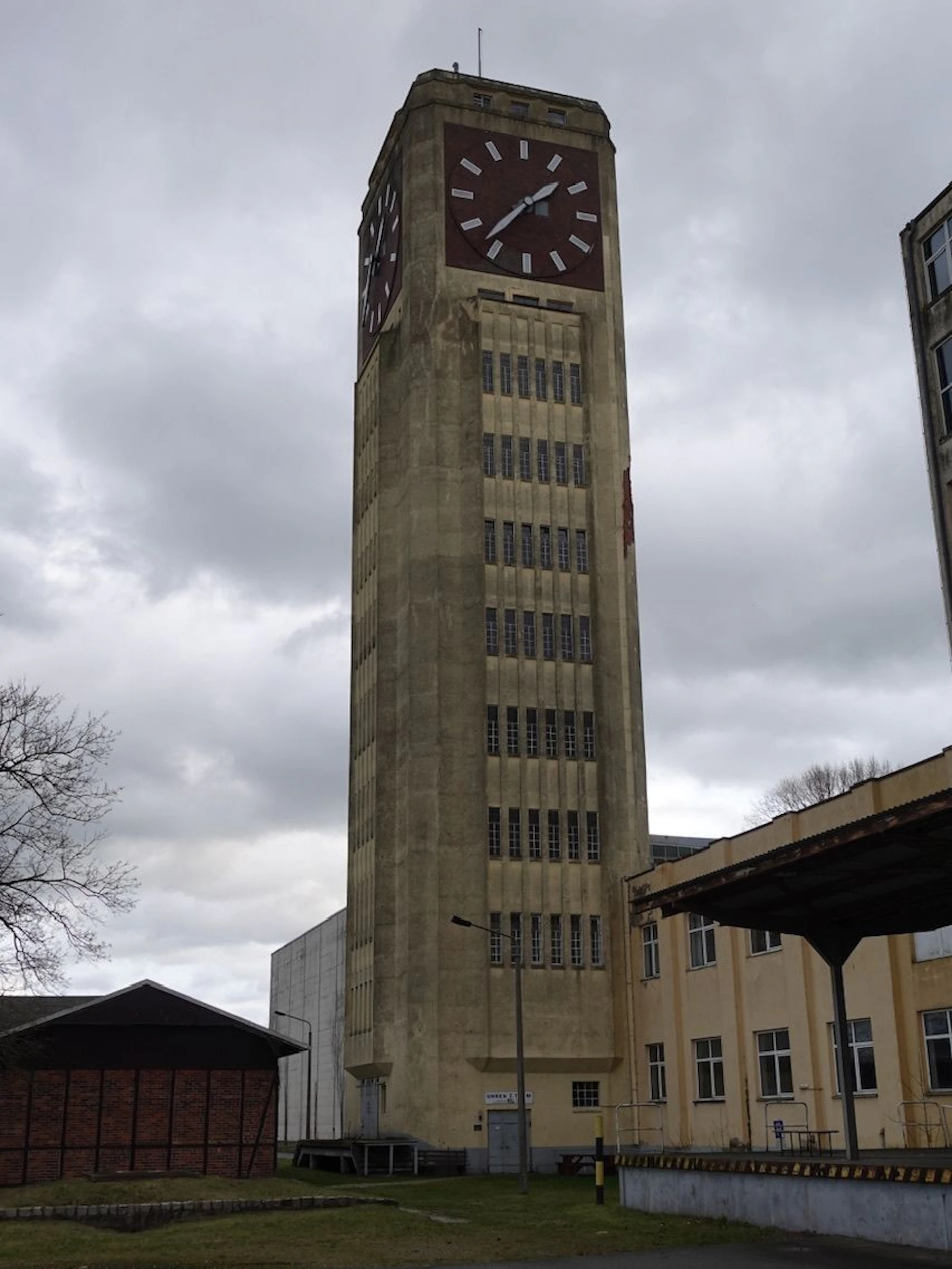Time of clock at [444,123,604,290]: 1:36
